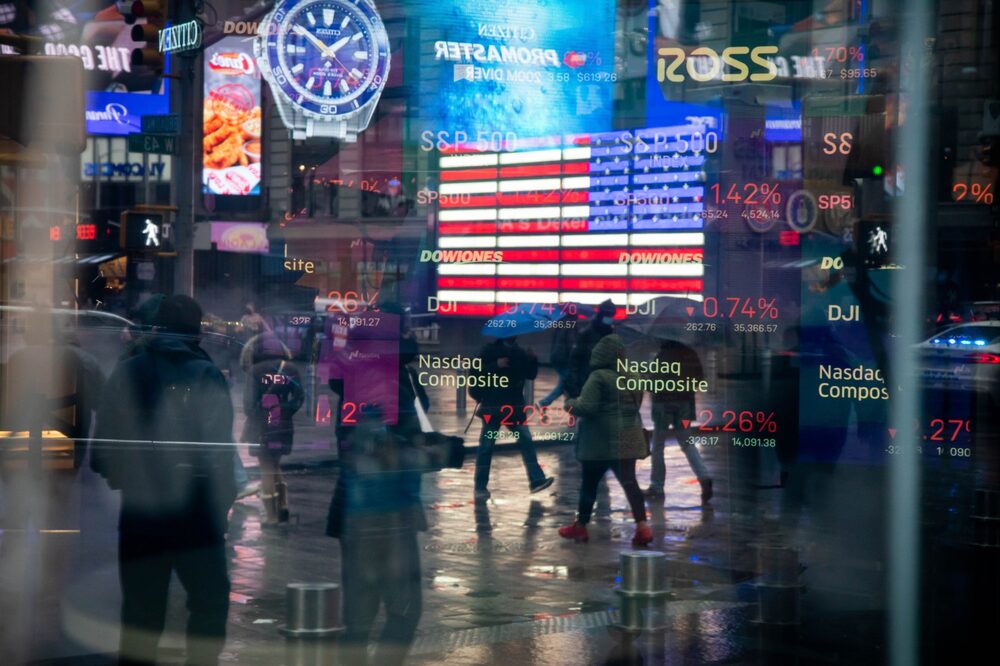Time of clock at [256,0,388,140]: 1:50
